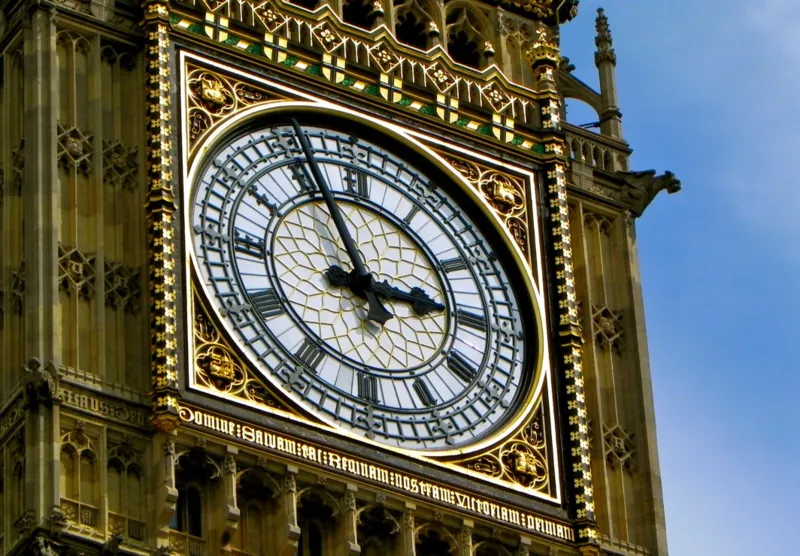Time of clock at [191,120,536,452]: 2:56
